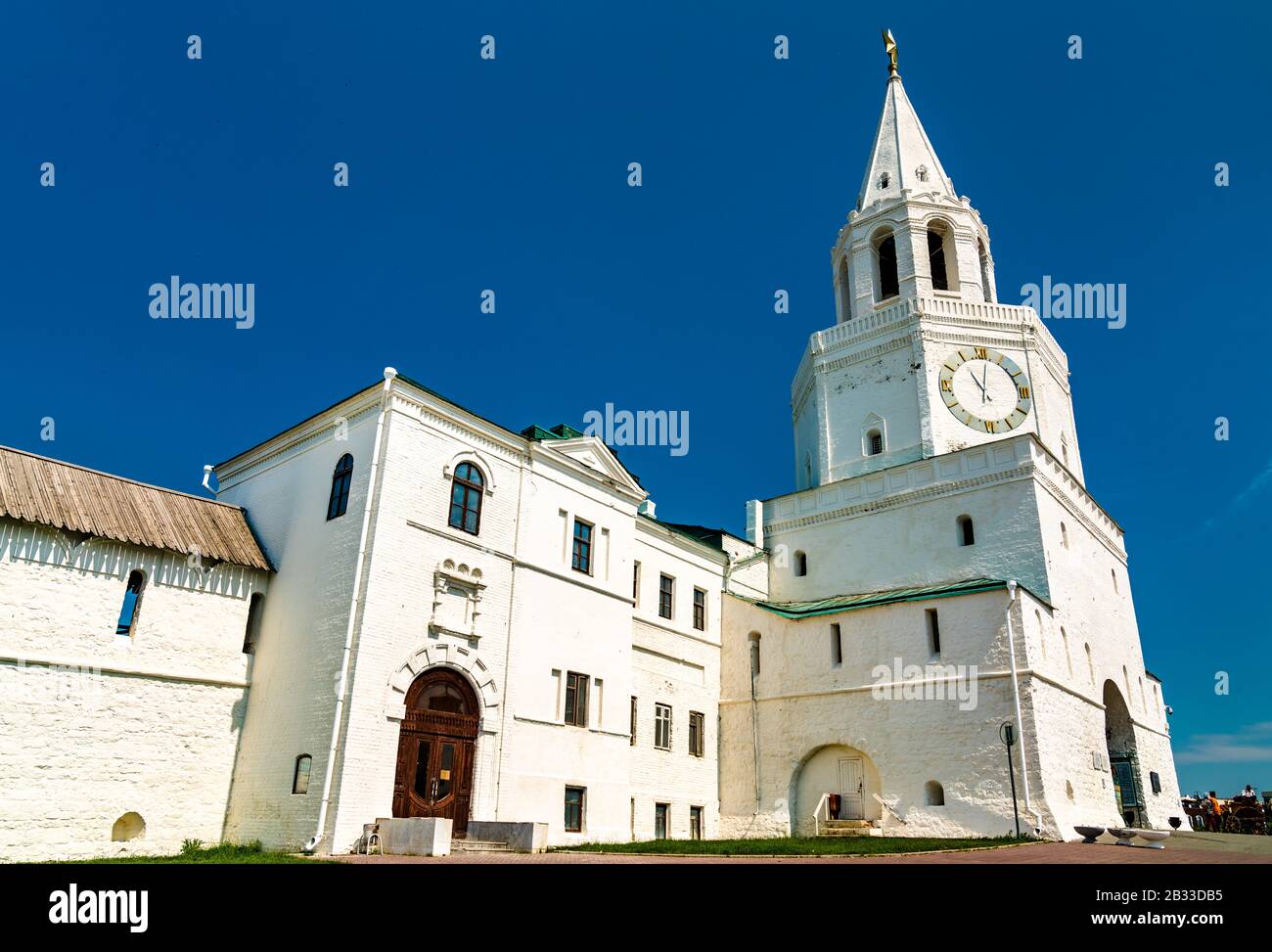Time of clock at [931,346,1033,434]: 11:01
